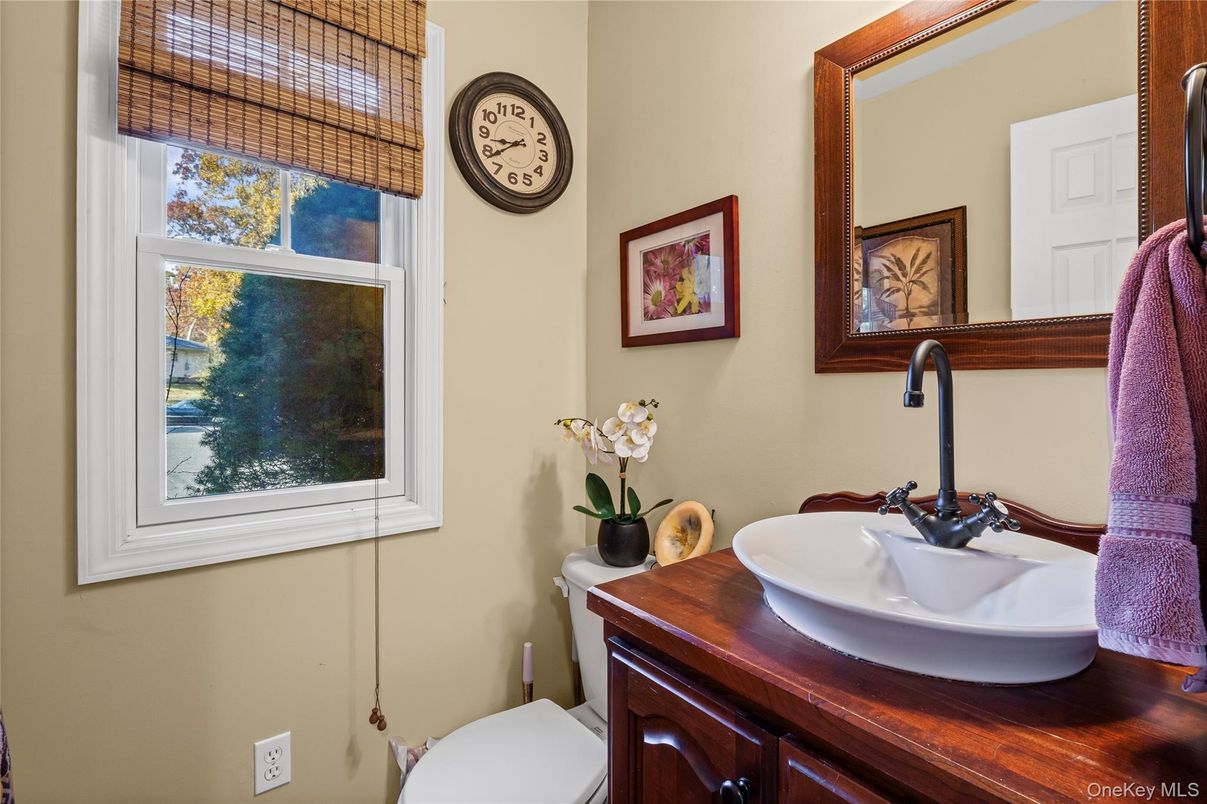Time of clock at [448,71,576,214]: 8:38
